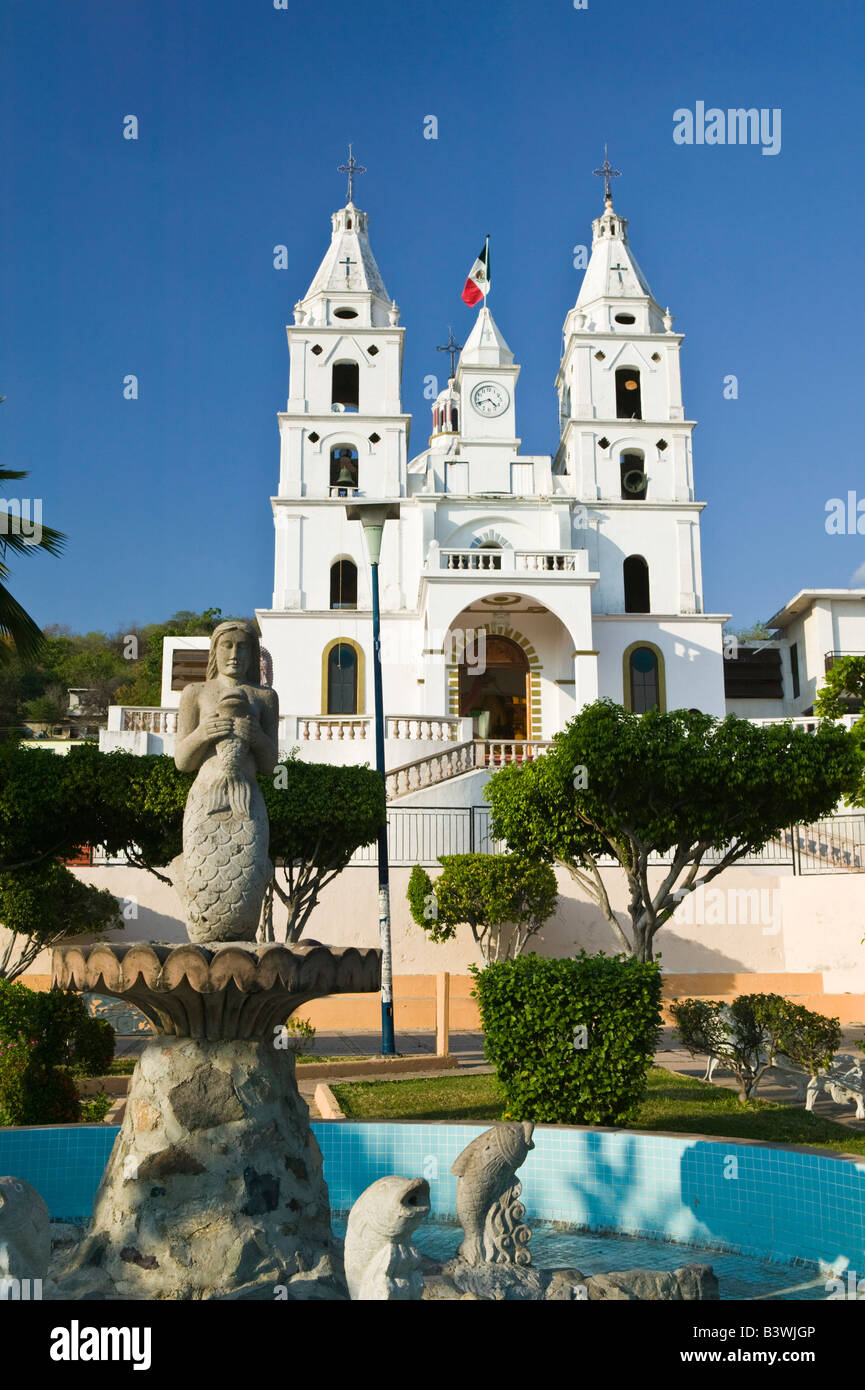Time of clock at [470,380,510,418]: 4:41
